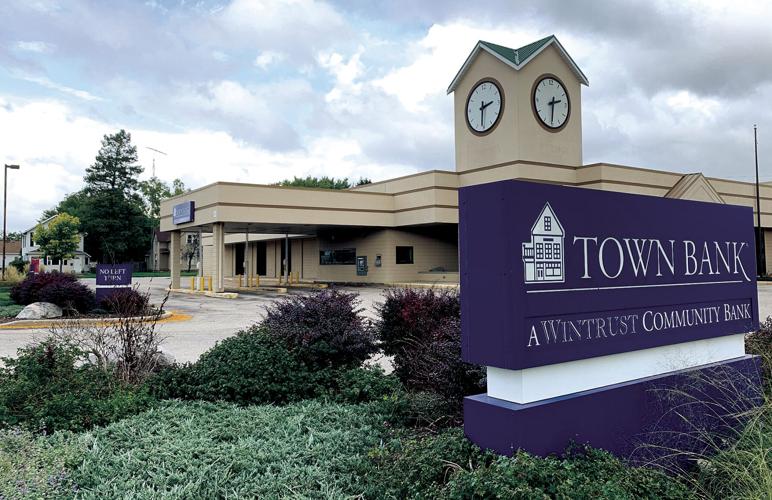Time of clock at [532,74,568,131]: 2:30
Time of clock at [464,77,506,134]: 2:30
